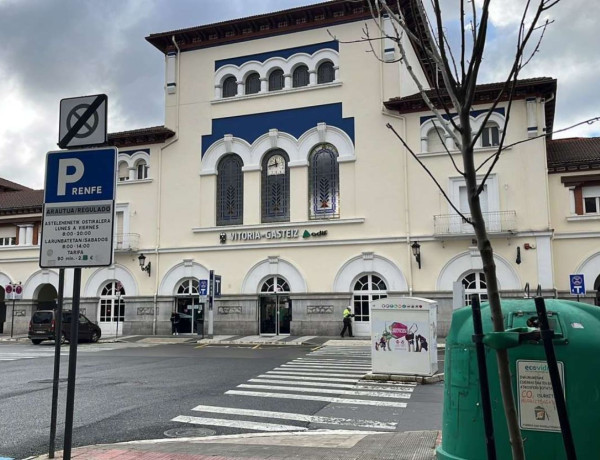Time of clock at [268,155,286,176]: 11:43
